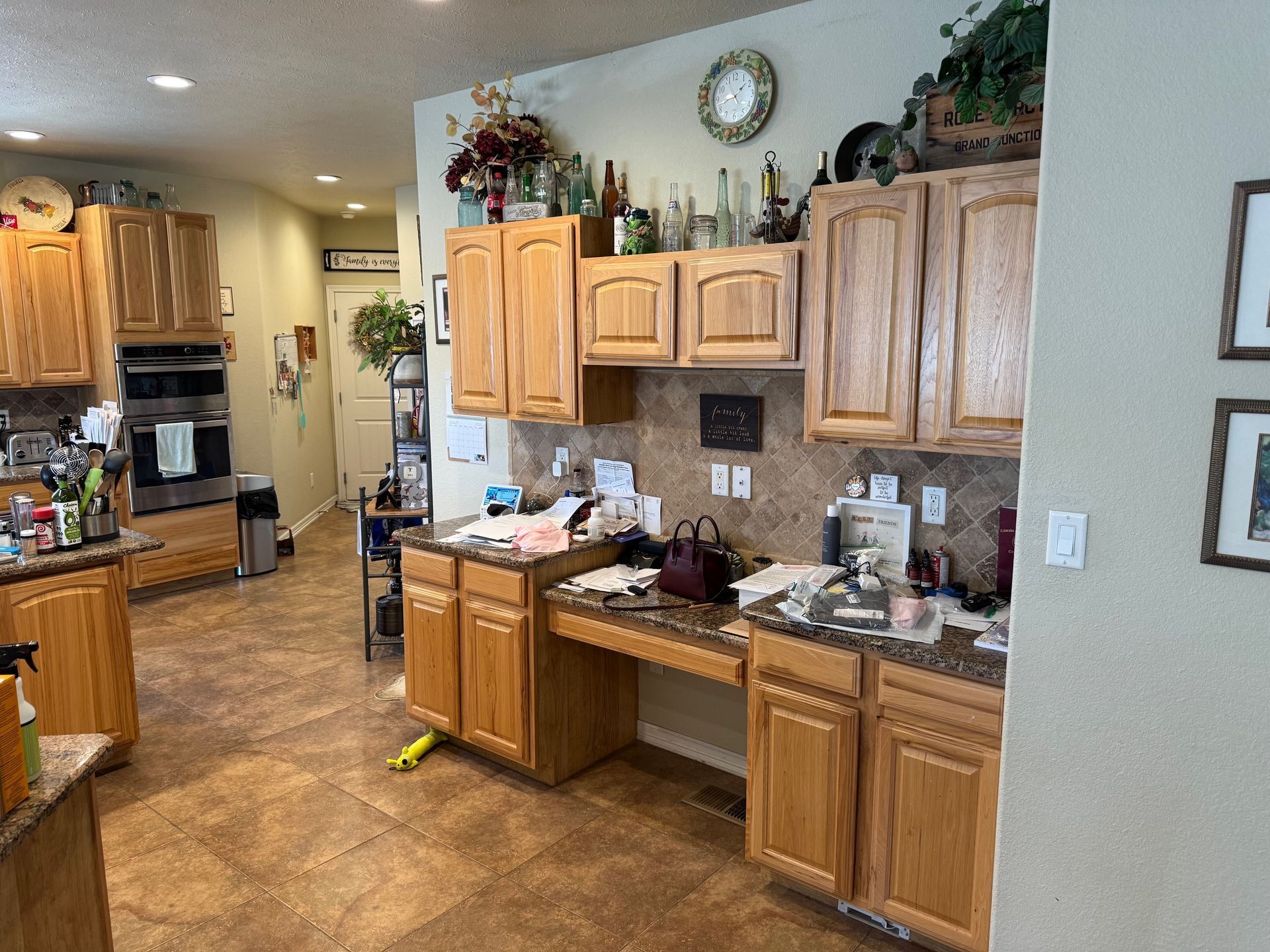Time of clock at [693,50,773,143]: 1:42
